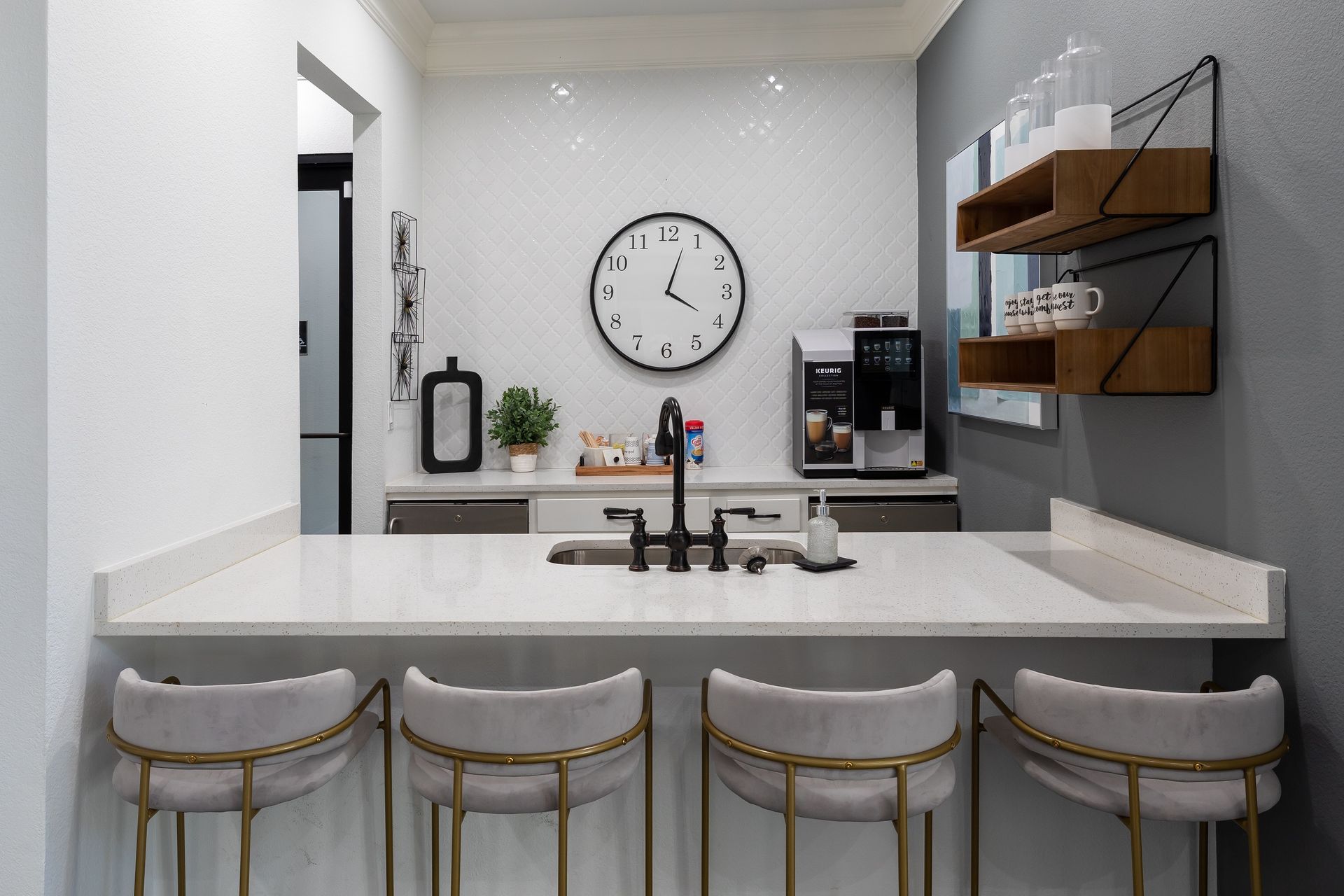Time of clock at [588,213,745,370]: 4:03
